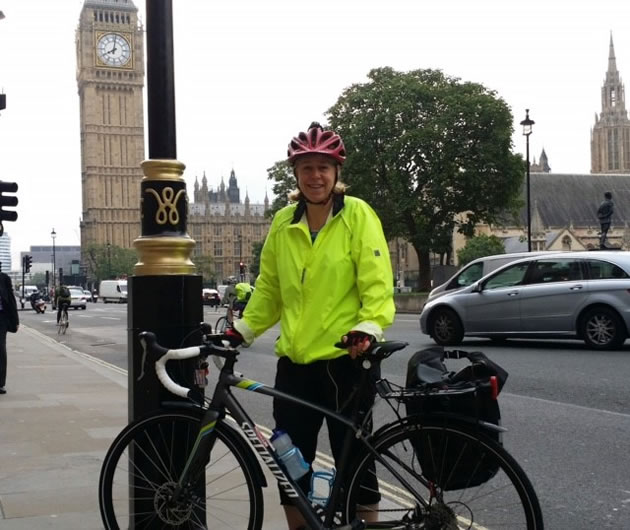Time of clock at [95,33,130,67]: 8:01
